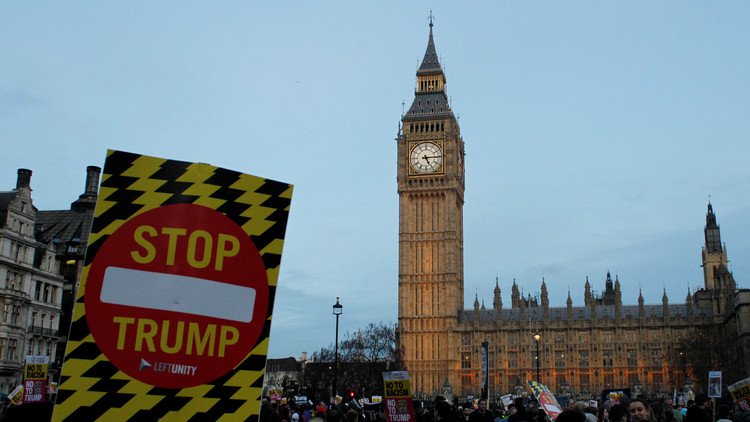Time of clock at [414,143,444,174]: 5:14
